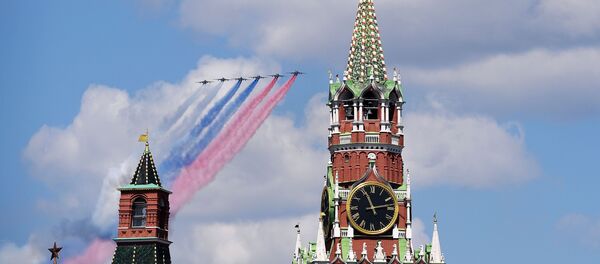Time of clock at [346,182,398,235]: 11:13
